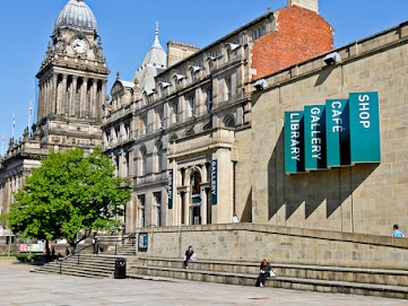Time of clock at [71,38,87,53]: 9:41
